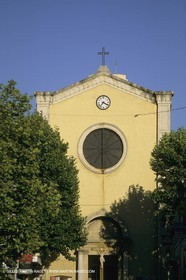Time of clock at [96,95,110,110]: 7:20
